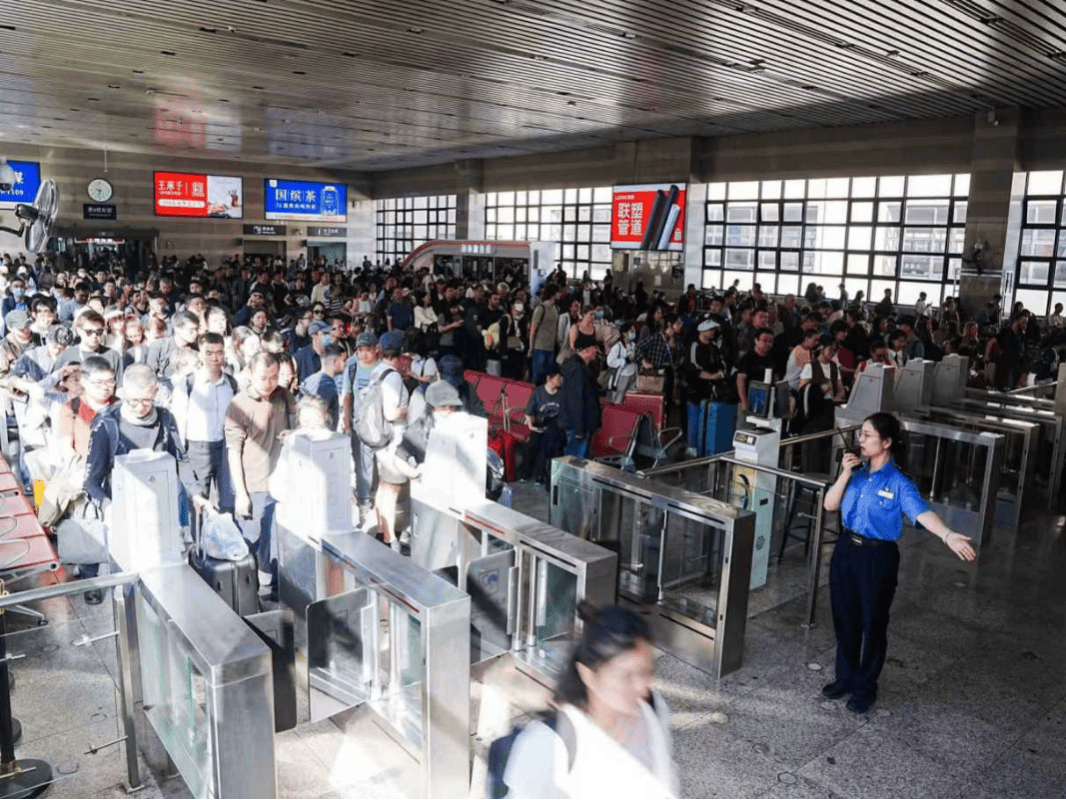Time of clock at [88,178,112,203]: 9:32
